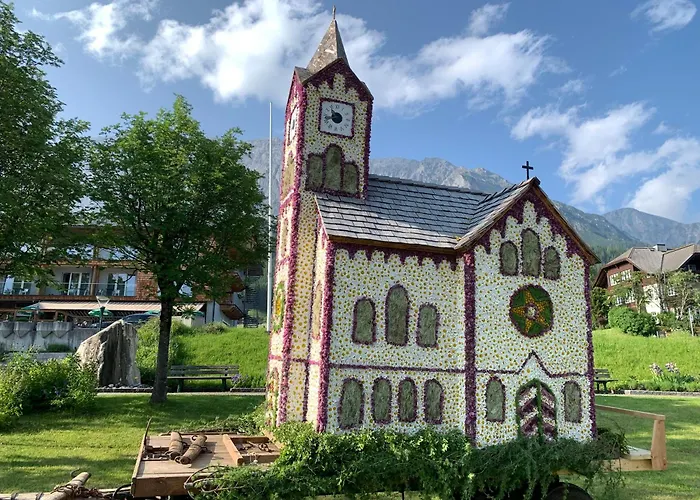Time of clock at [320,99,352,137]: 10:42
